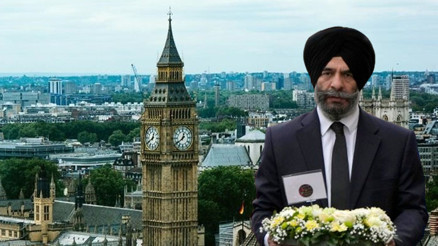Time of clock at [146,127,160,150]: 12:39
